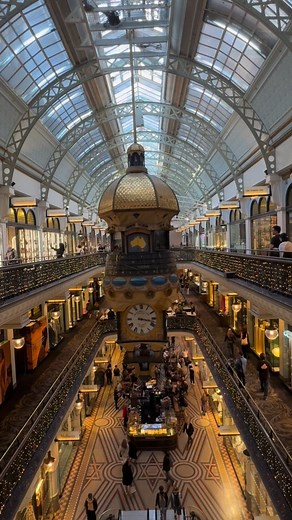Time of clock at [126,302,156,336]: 3:17
